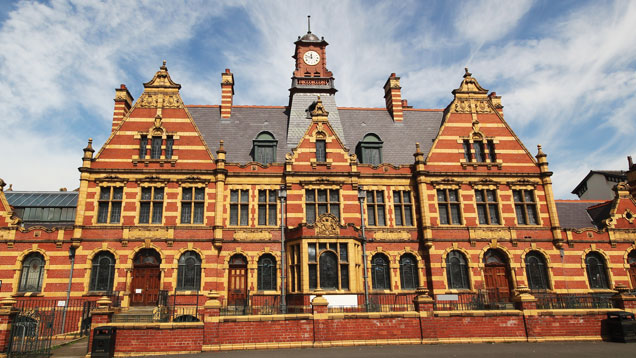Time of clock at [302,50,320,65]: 11:48
